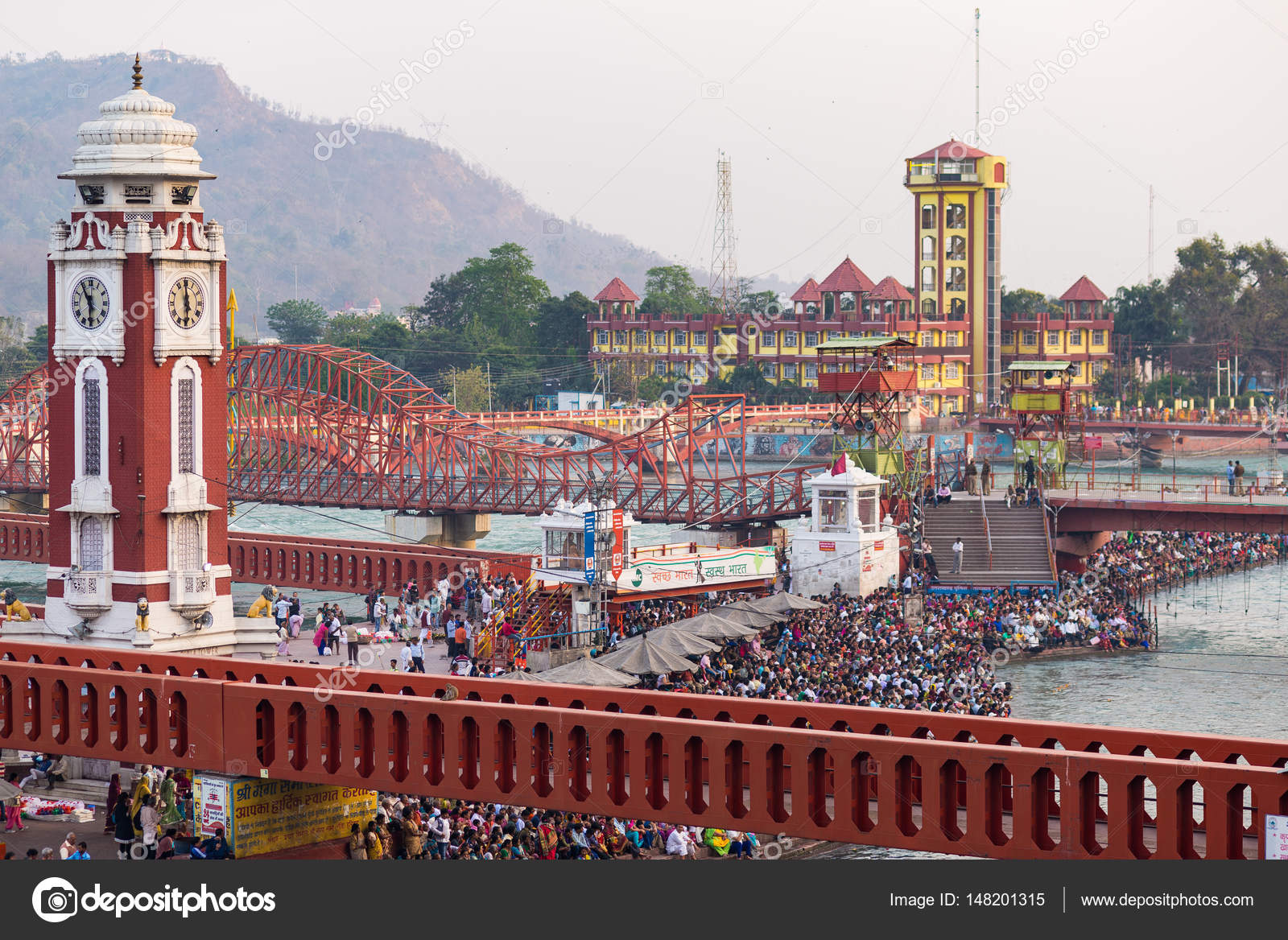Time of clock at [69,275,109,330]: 5:54
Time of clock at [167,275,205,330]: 5:59
